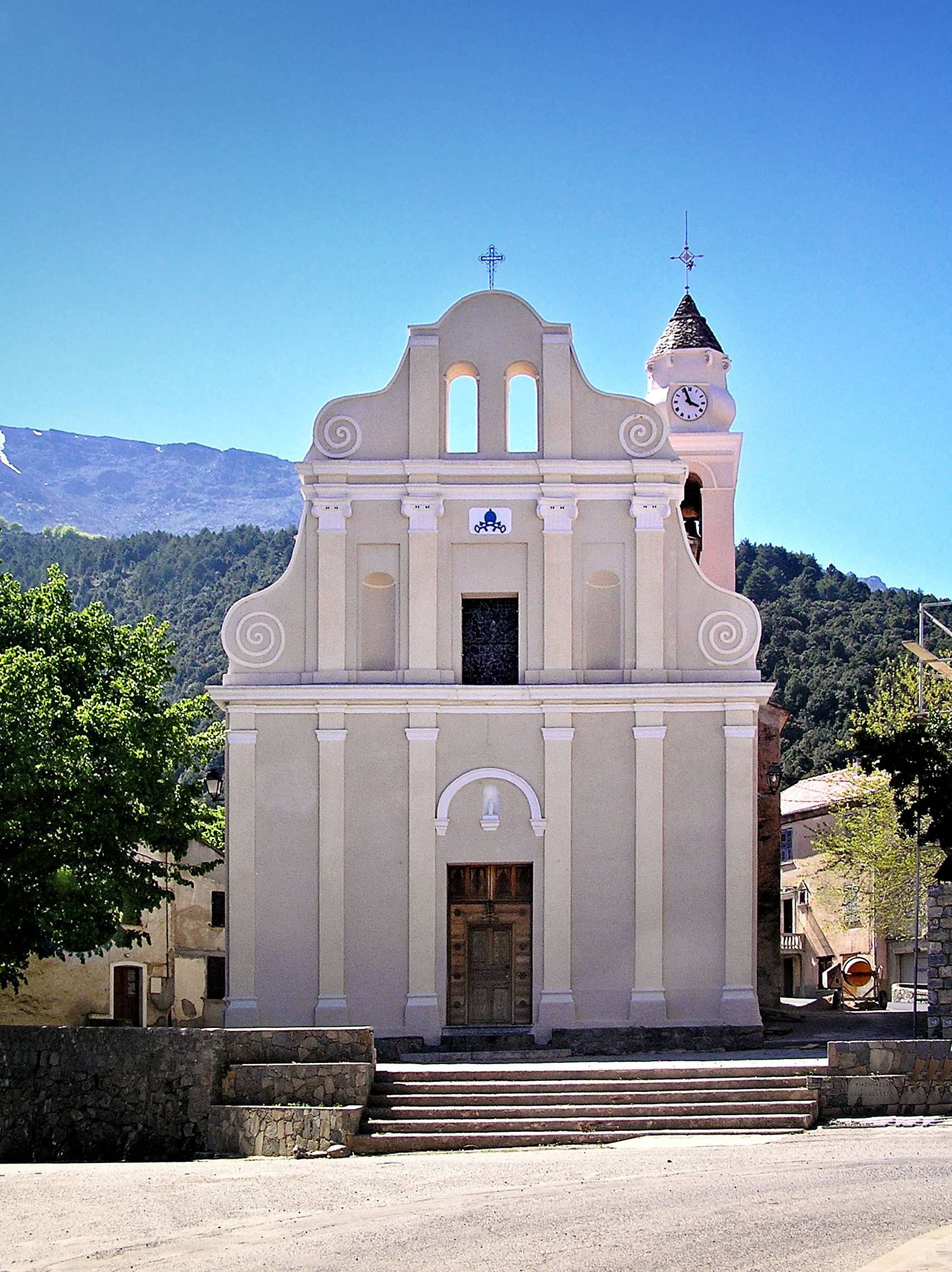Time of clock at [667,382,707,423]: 3:56
